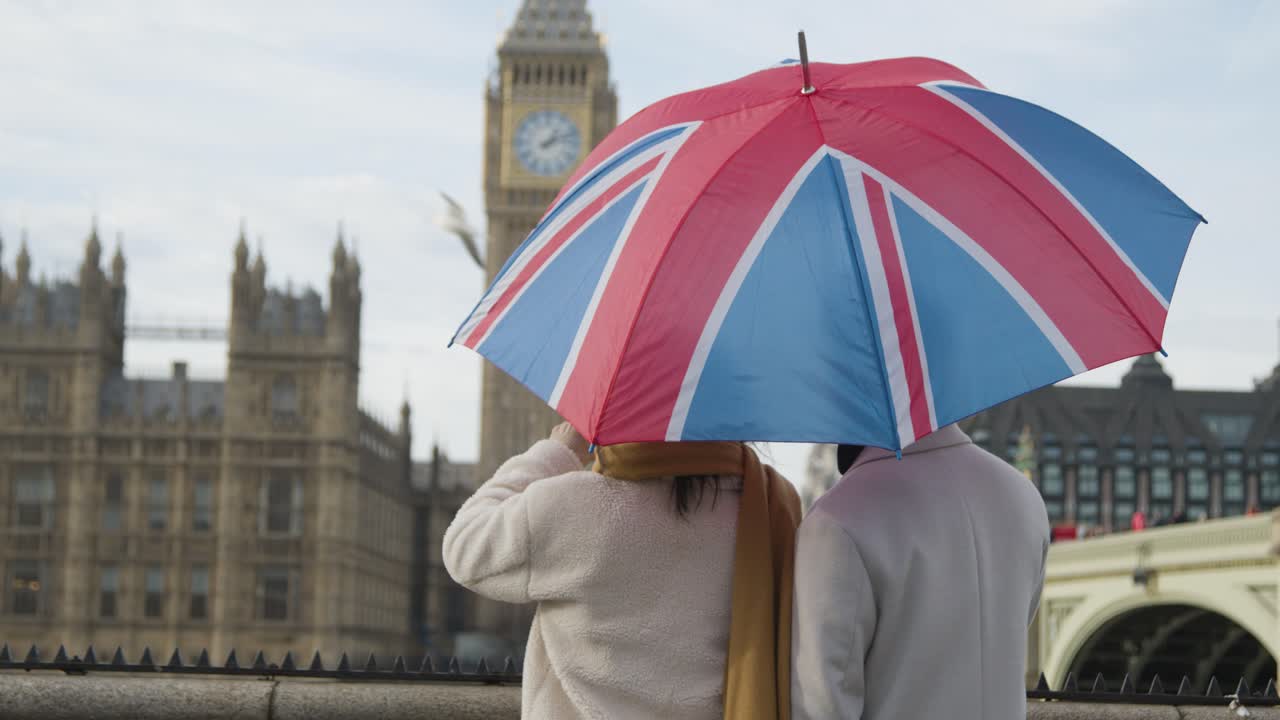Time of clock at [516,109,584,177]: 1:11
